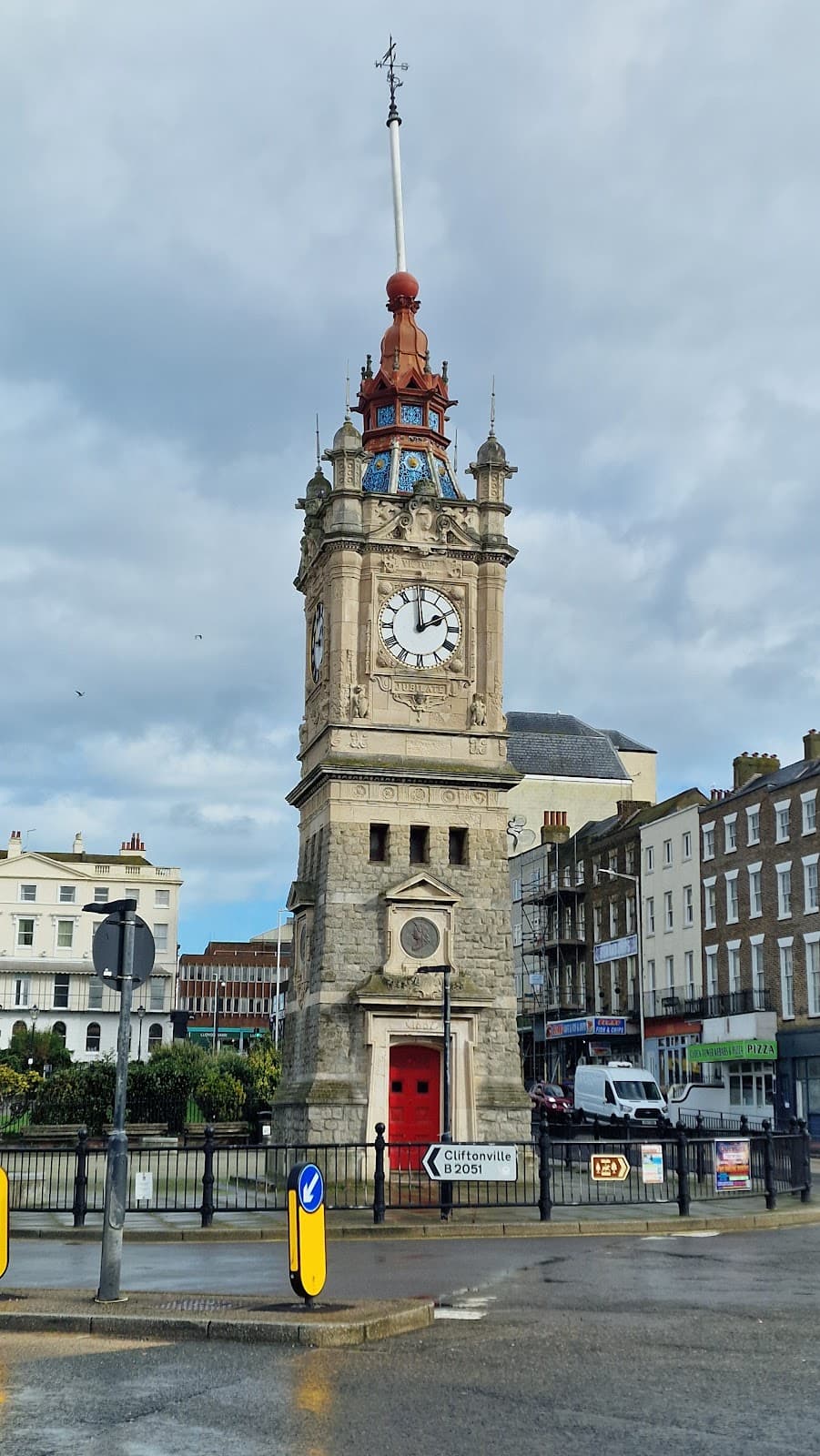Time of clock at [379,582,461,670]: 1:59
